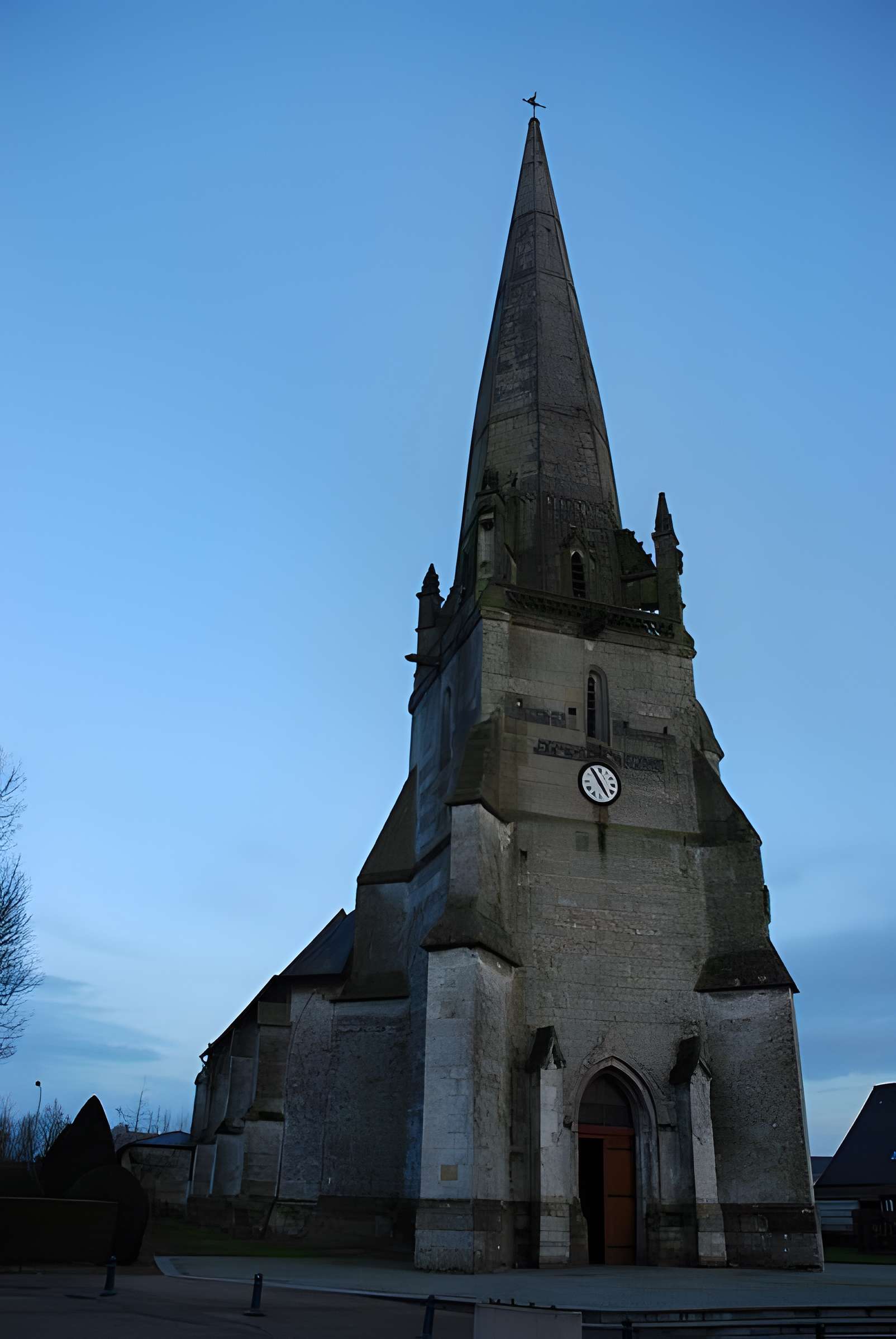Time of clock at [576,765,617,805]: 4:54
